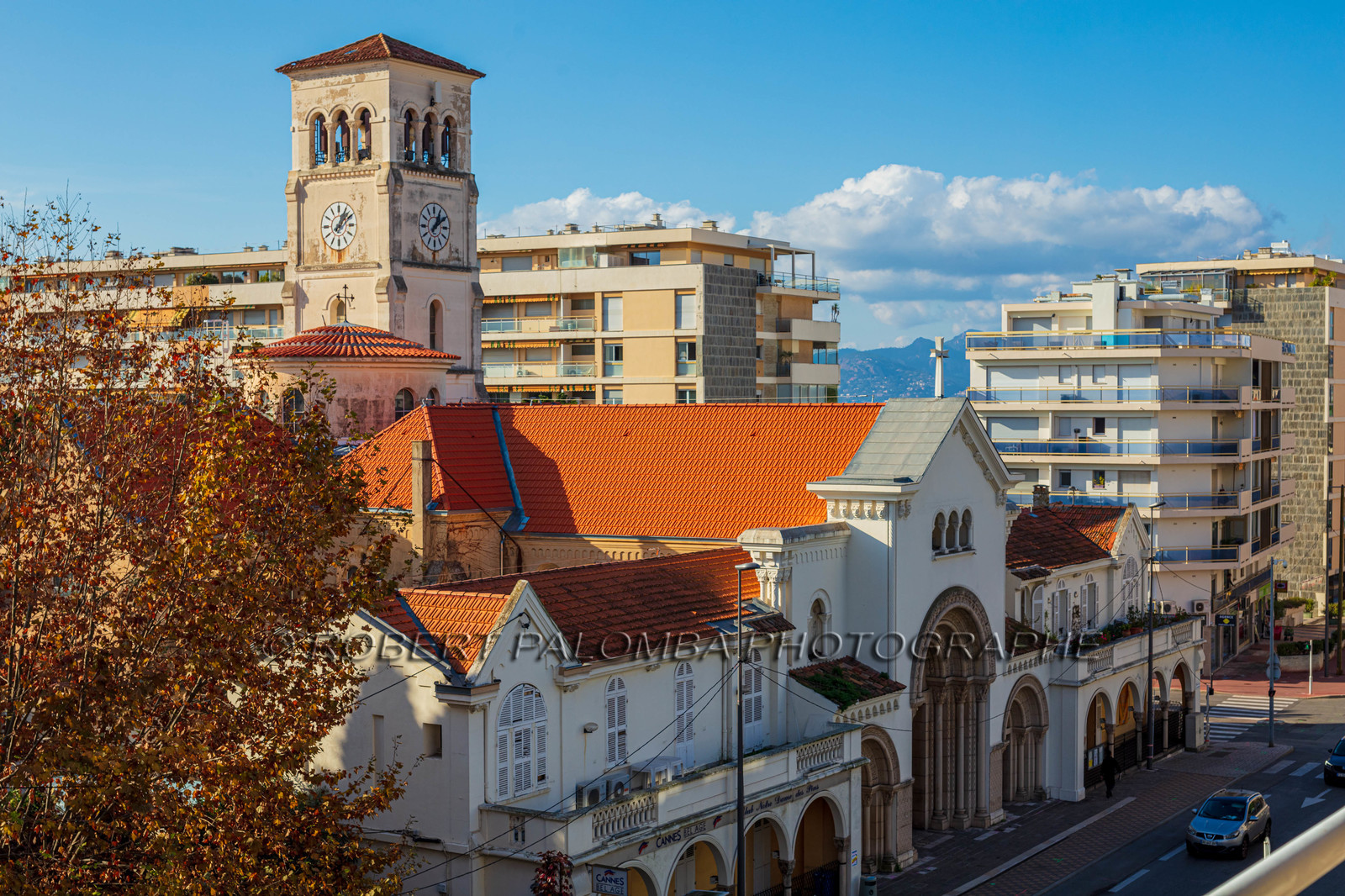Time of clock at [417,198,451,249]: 1:09
